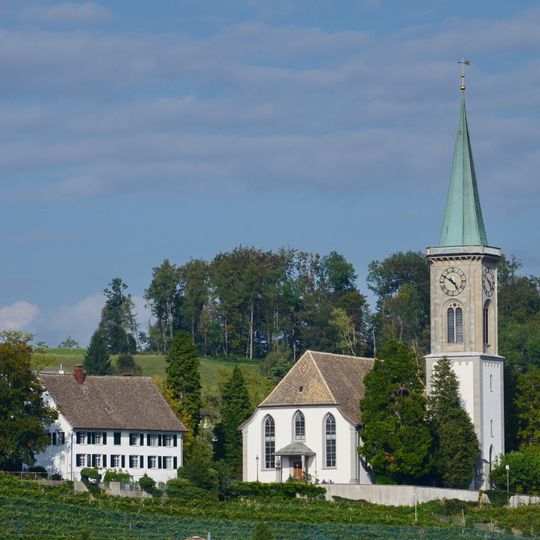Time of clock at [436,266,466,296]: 4:50
